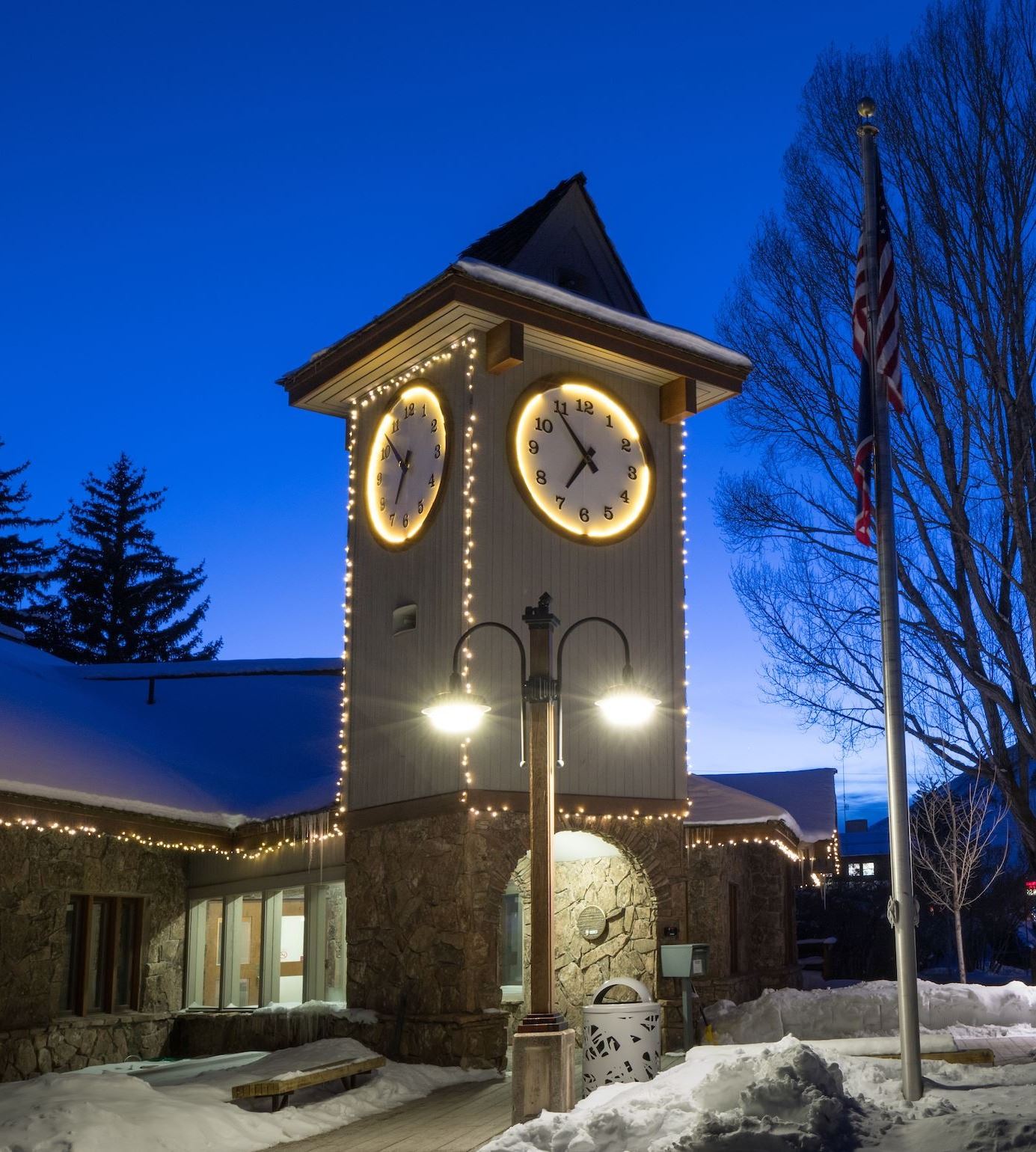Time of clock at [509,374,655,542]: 6:54
